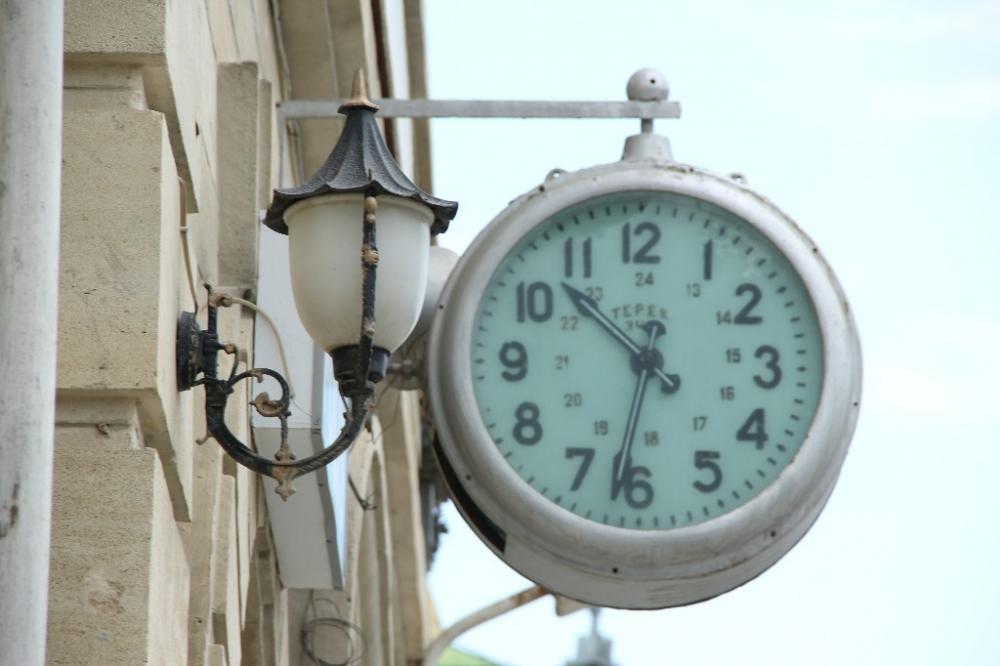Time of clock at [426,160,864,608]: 10:32
